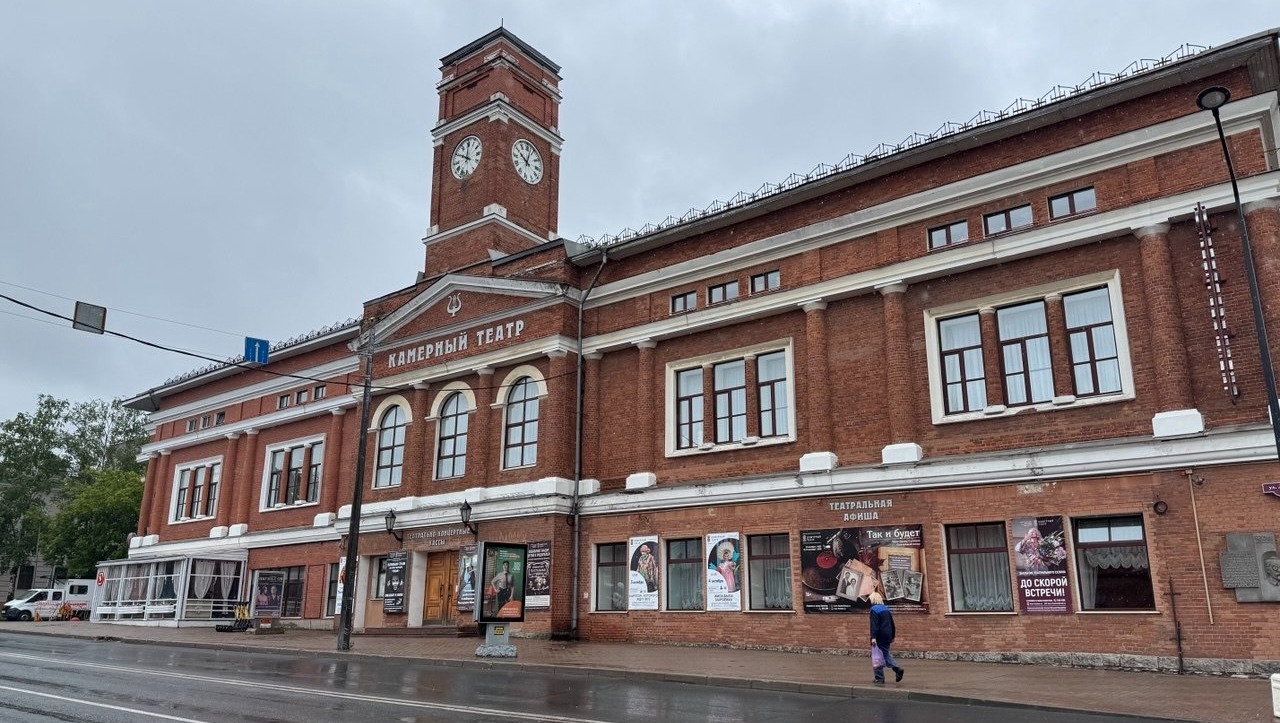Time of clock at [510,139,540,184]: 10:02
